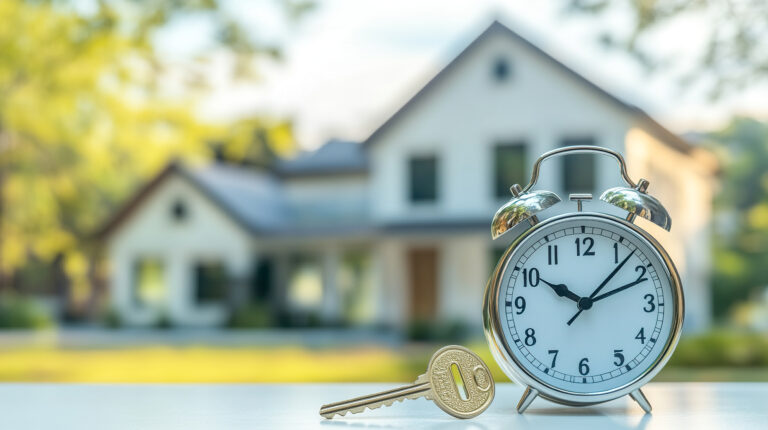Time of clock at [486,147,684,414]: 10:07
